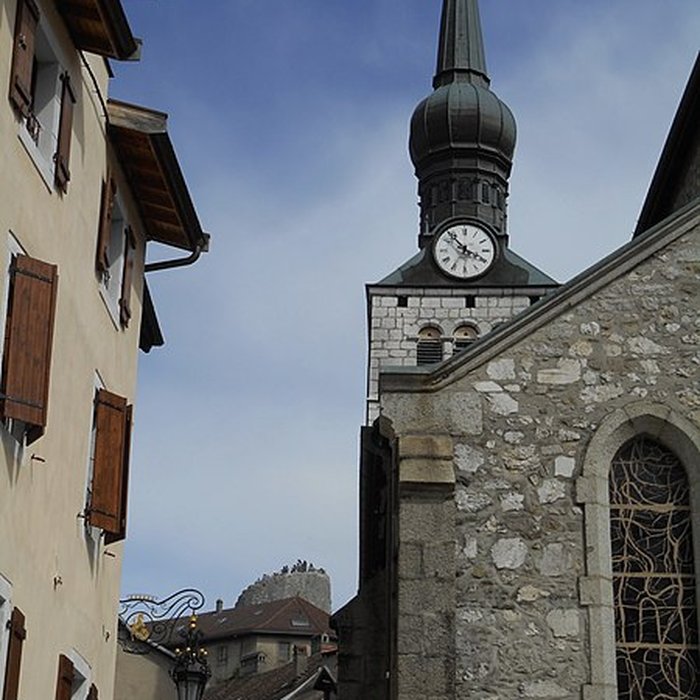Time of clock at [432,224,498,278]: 3:53
